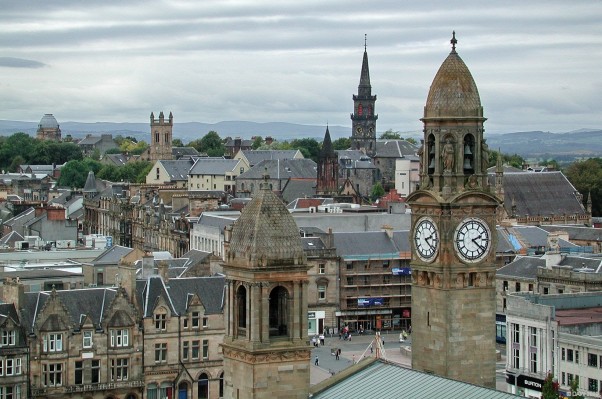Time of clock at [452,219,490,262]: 2:21
